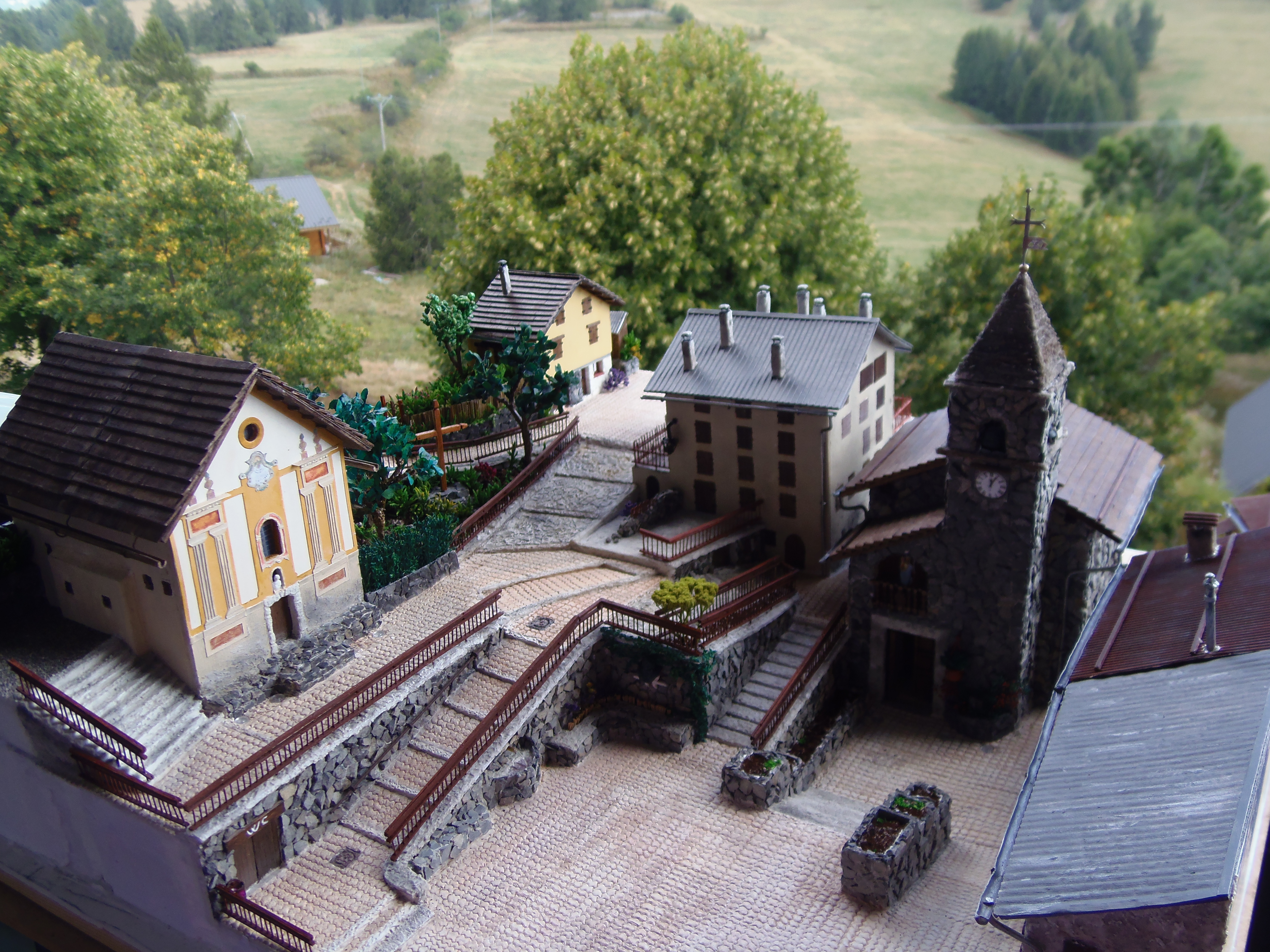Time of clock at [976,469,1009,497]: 12:04
